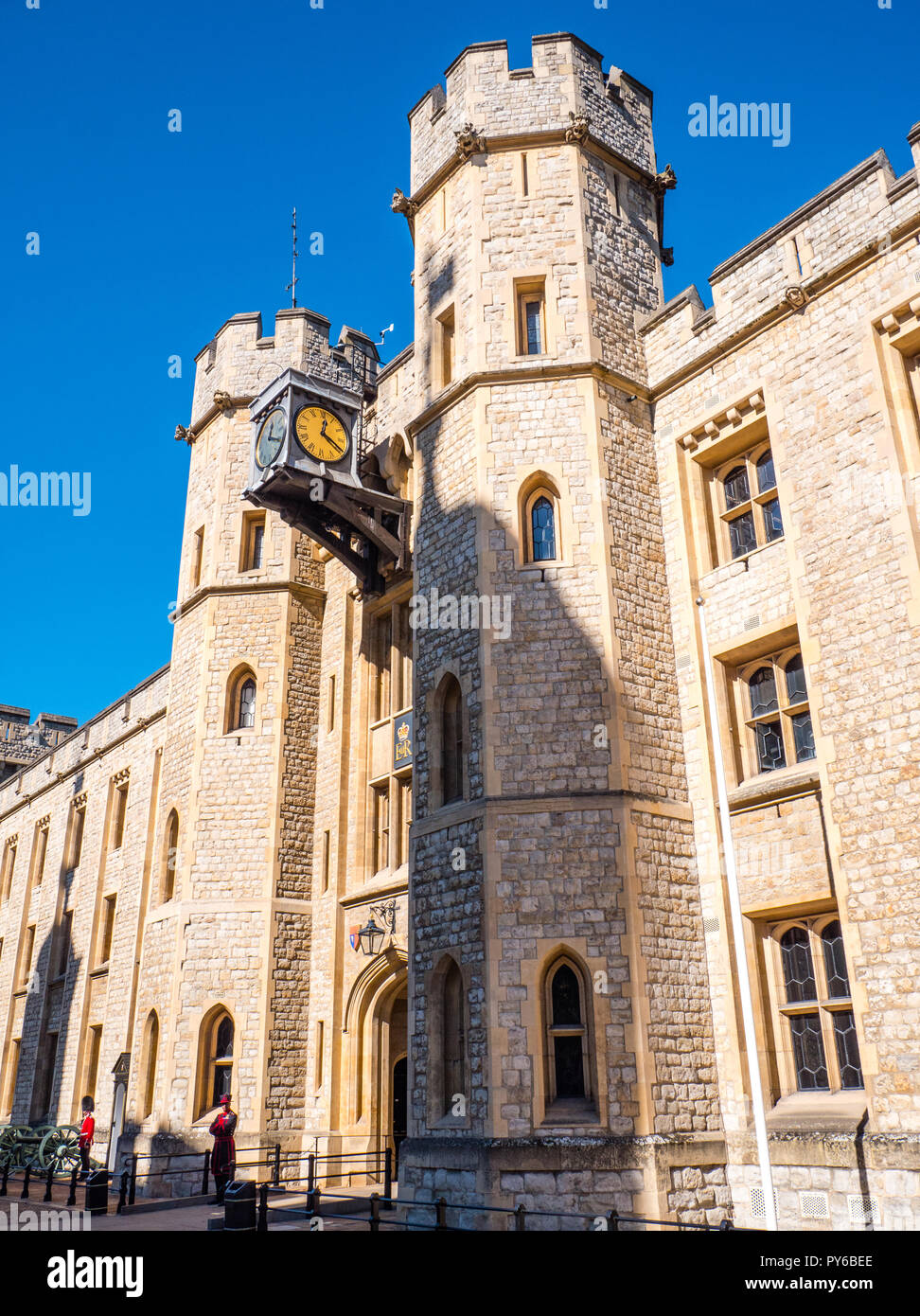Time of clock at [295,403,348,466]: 12:19
